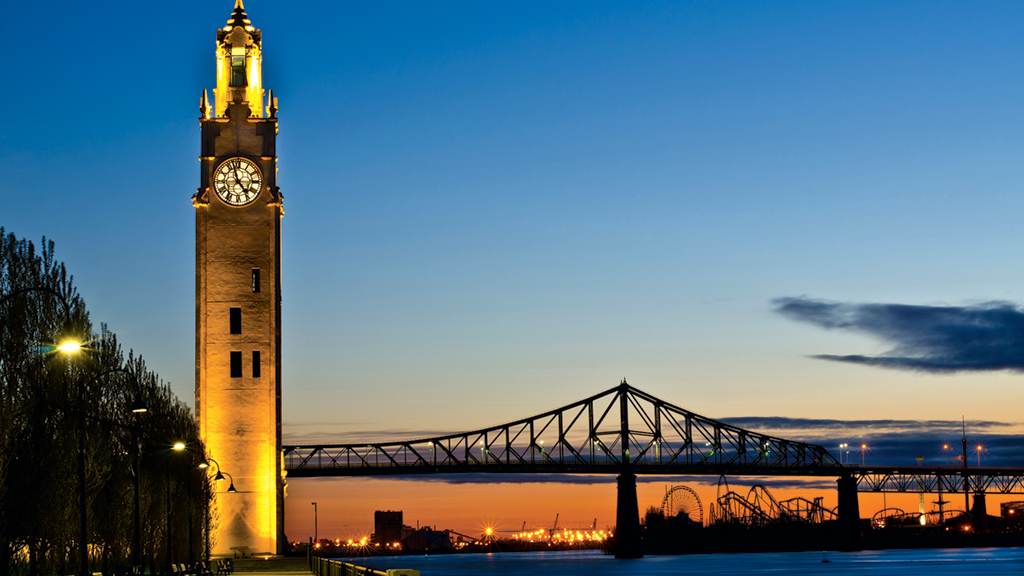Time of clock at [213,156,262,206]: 4:57
